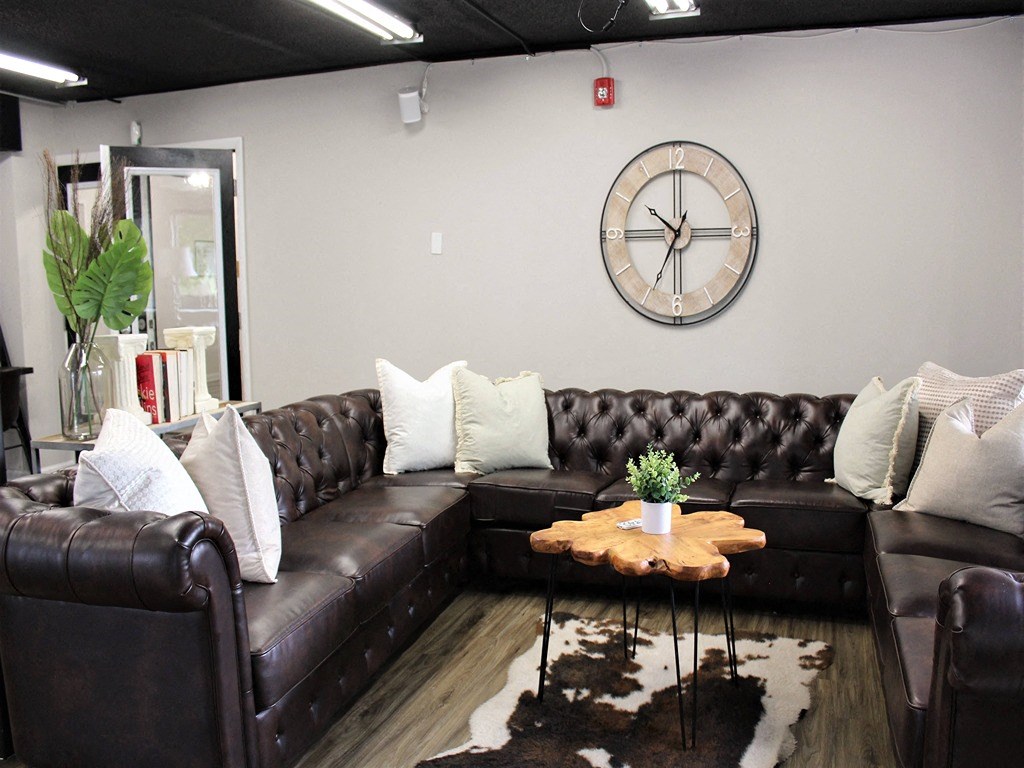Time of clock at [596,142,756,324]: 10:34
